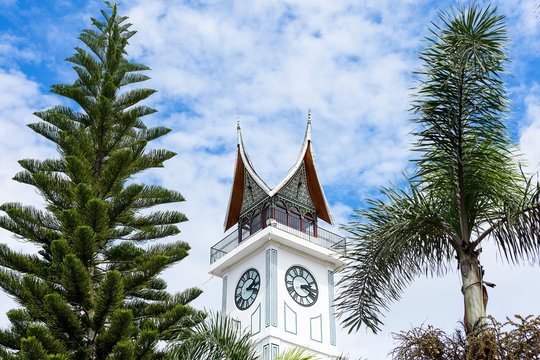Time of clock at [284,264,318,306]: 2:18
